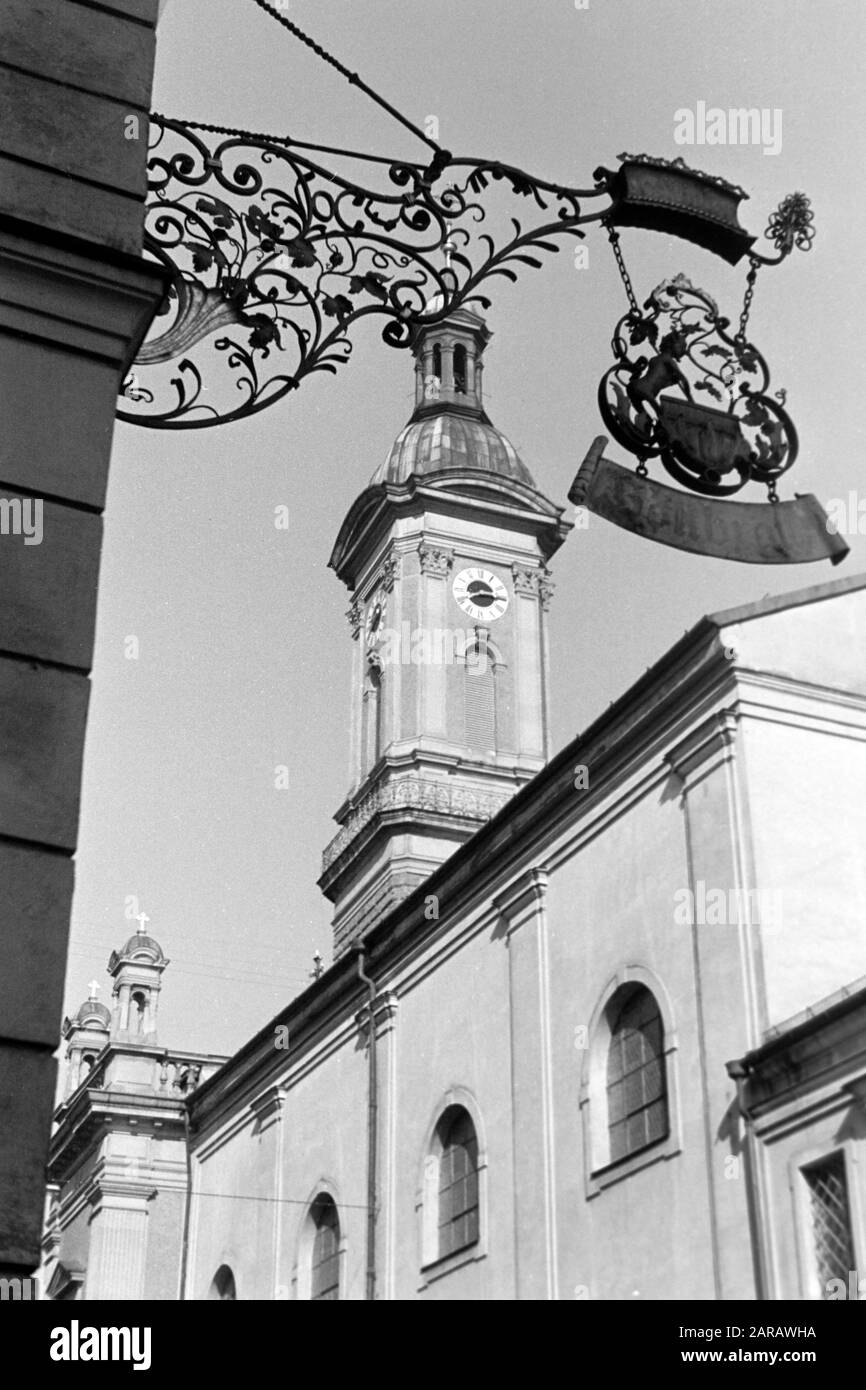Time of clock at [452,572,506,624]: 8:15
